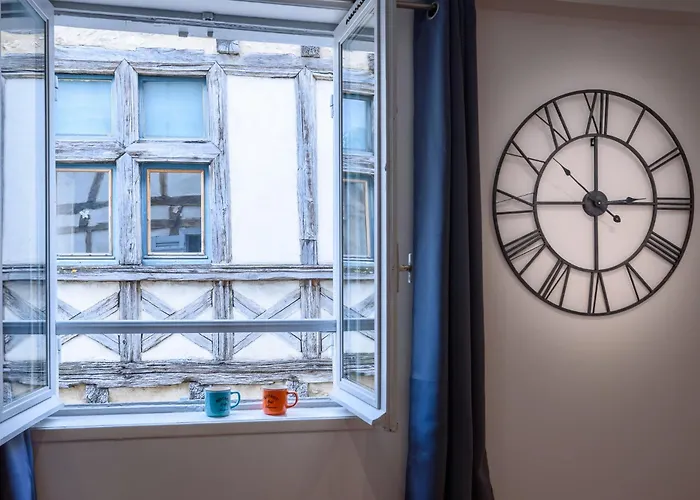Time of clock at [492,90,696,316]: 2:59
